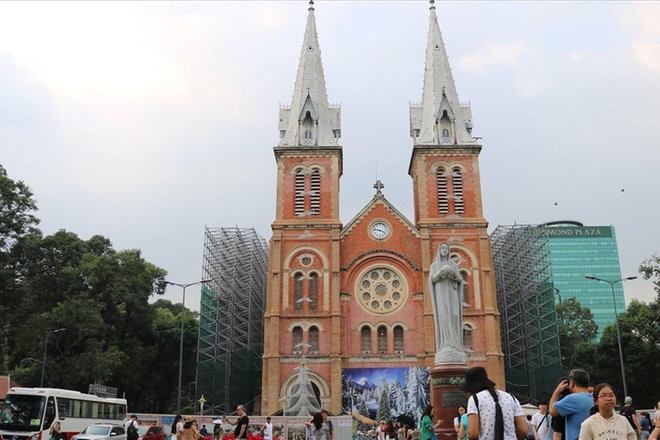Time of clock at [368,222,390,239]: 3:46
